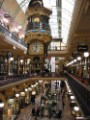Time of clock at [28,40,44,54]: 11:32
